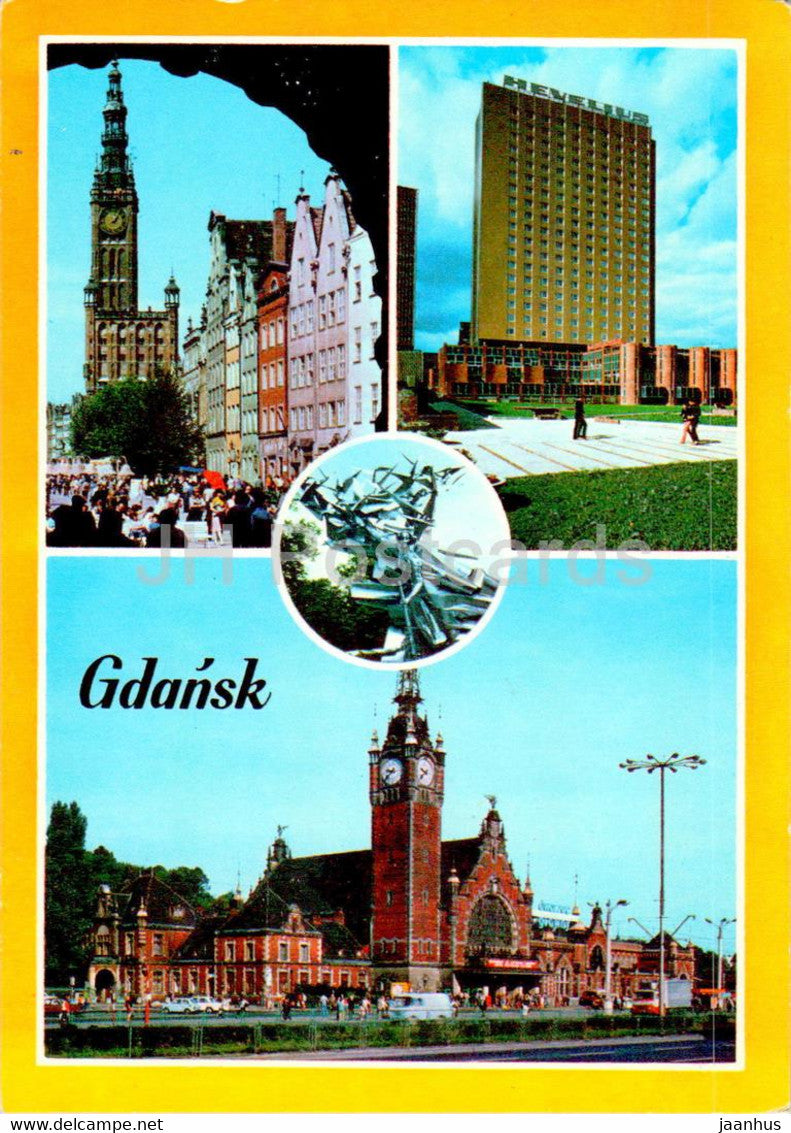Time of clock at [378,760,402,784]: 9:38
